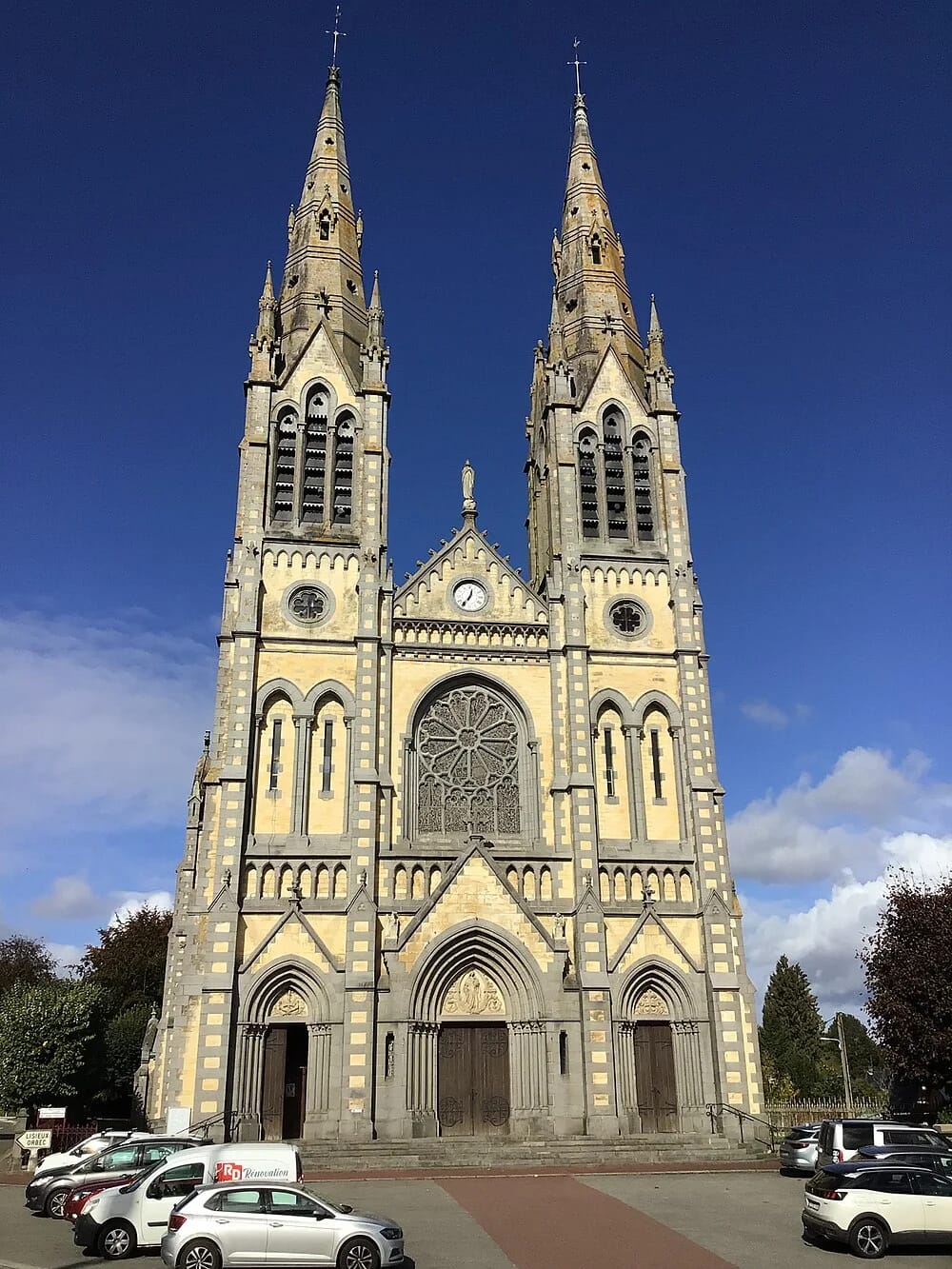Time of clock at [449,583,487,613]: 12:36
